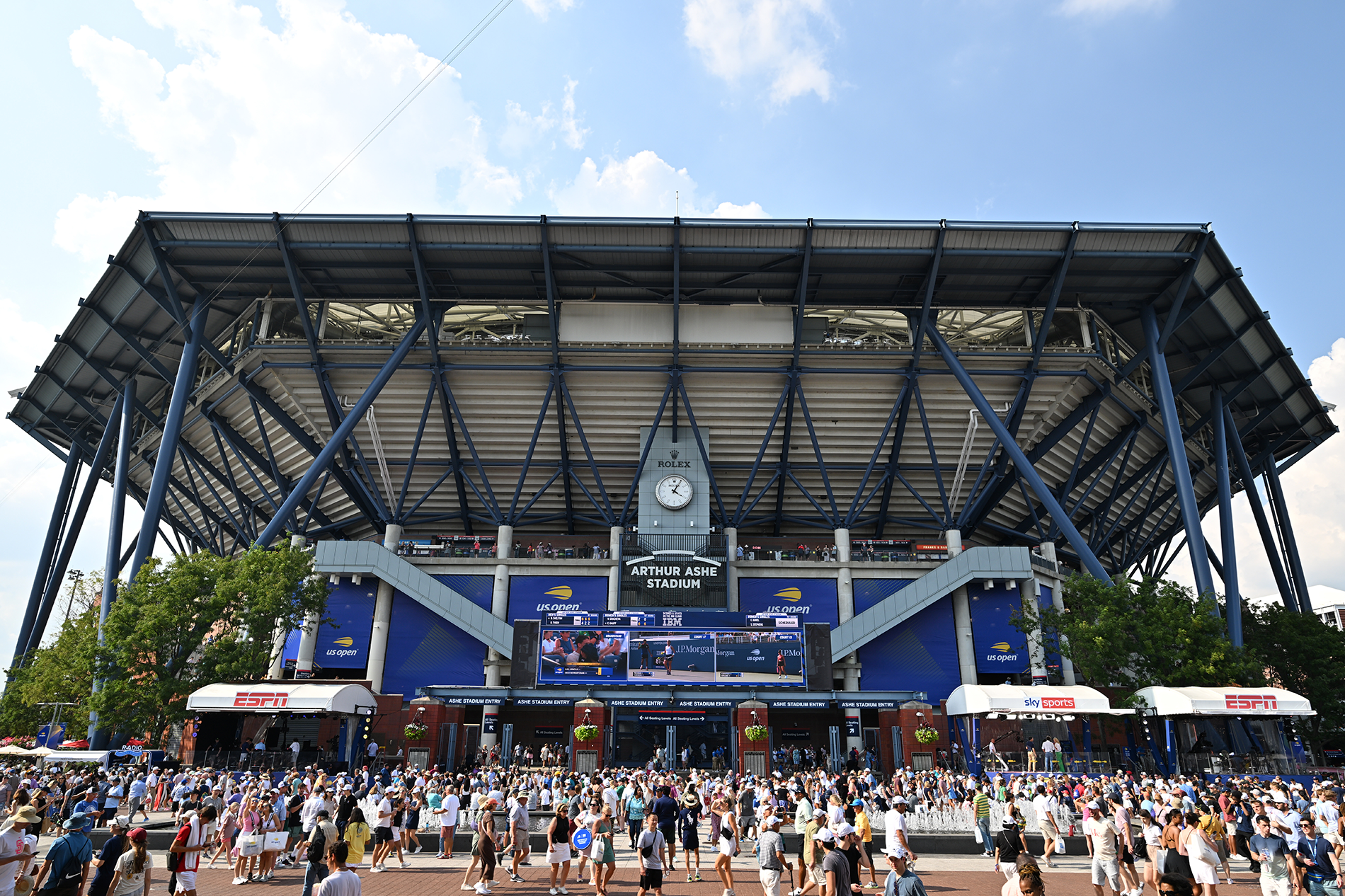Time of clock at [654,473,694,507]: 4:05
